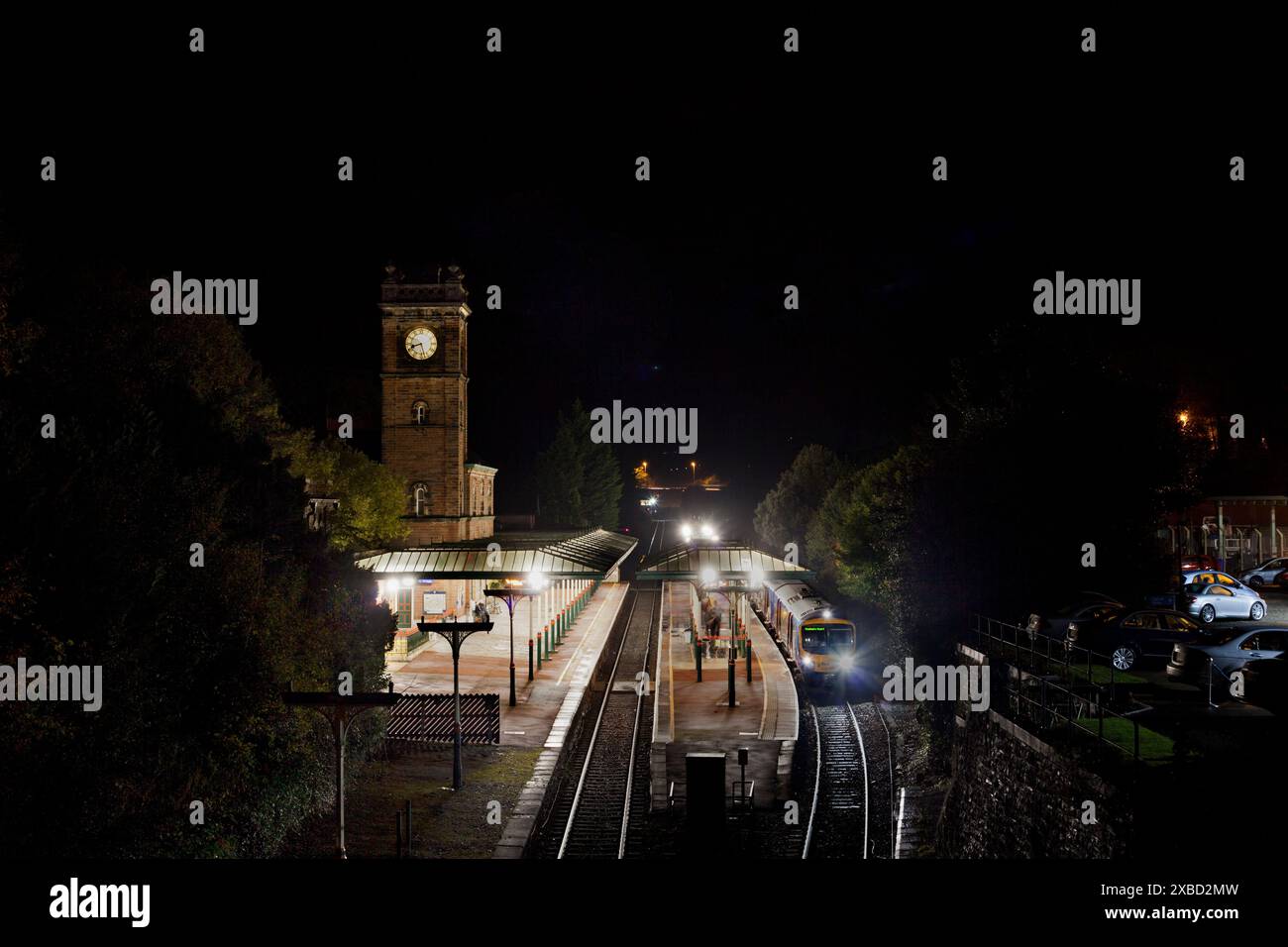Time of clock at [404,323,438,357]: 8:27
